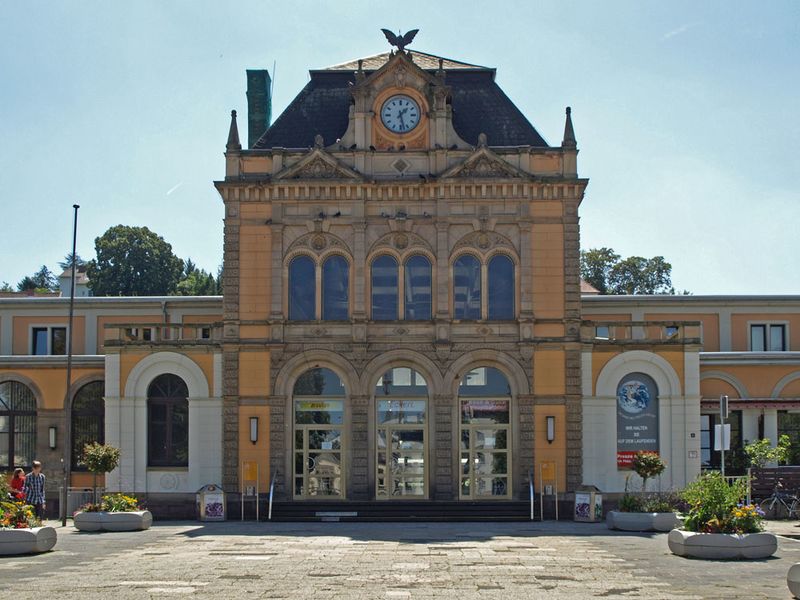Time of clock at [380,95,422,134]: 1:27
